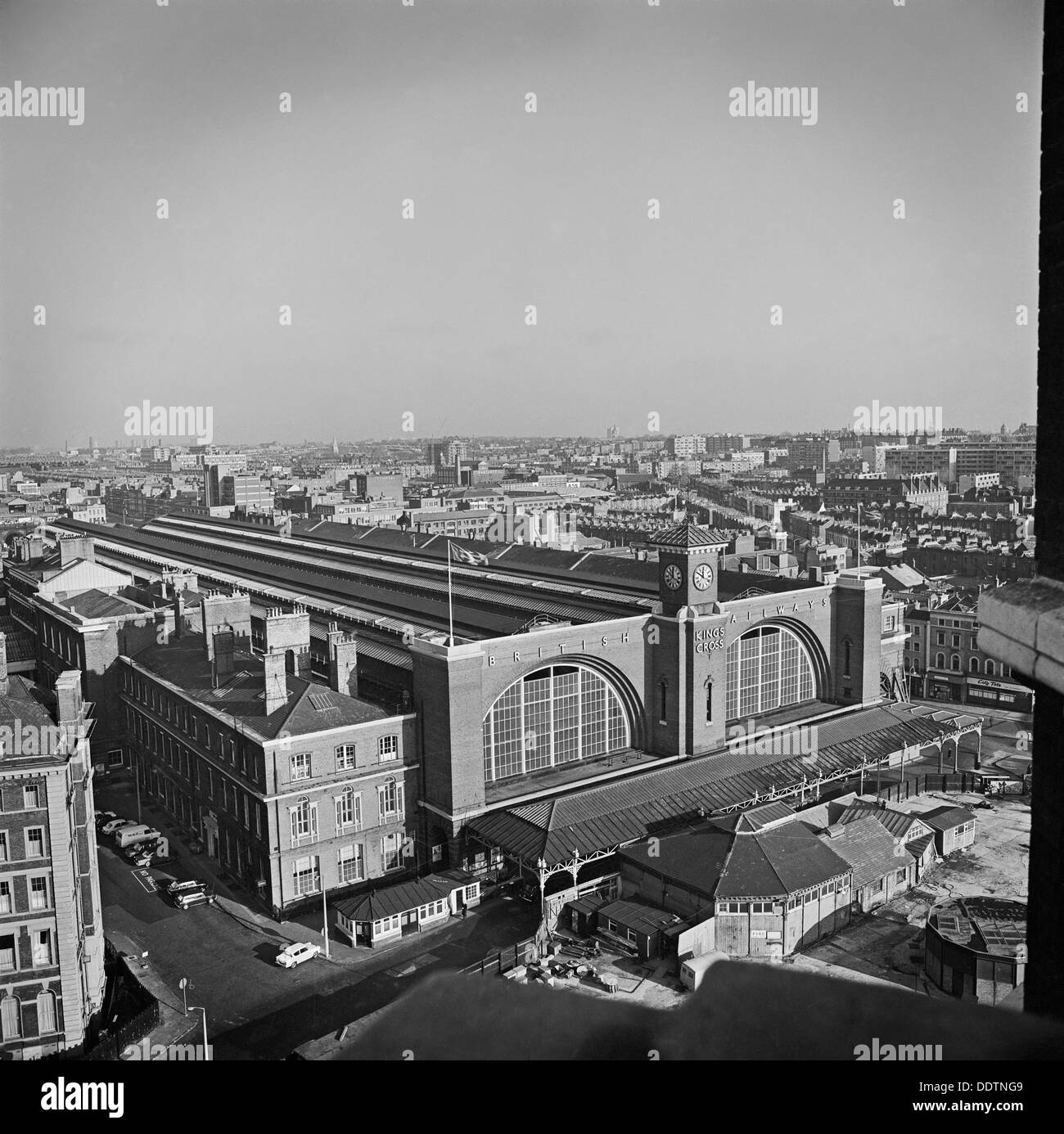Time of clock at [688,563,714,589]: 11:50
